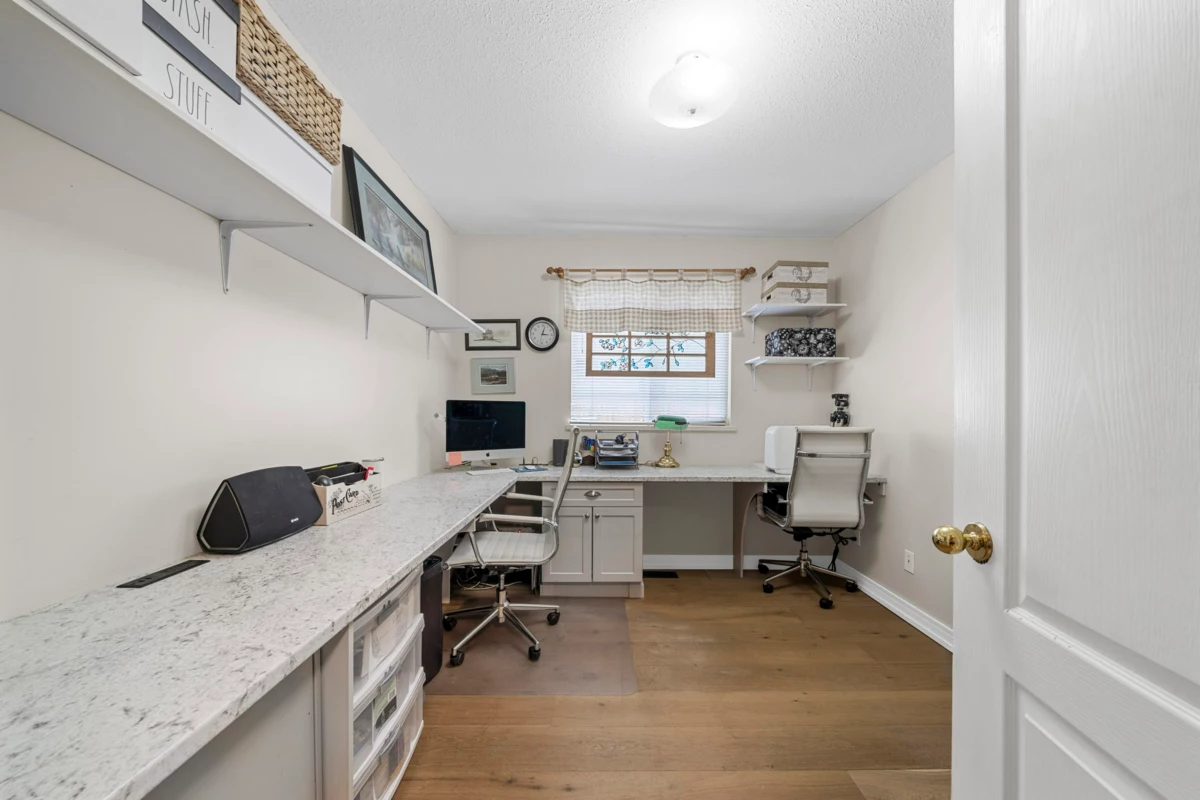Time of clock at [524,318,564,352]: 3:02
